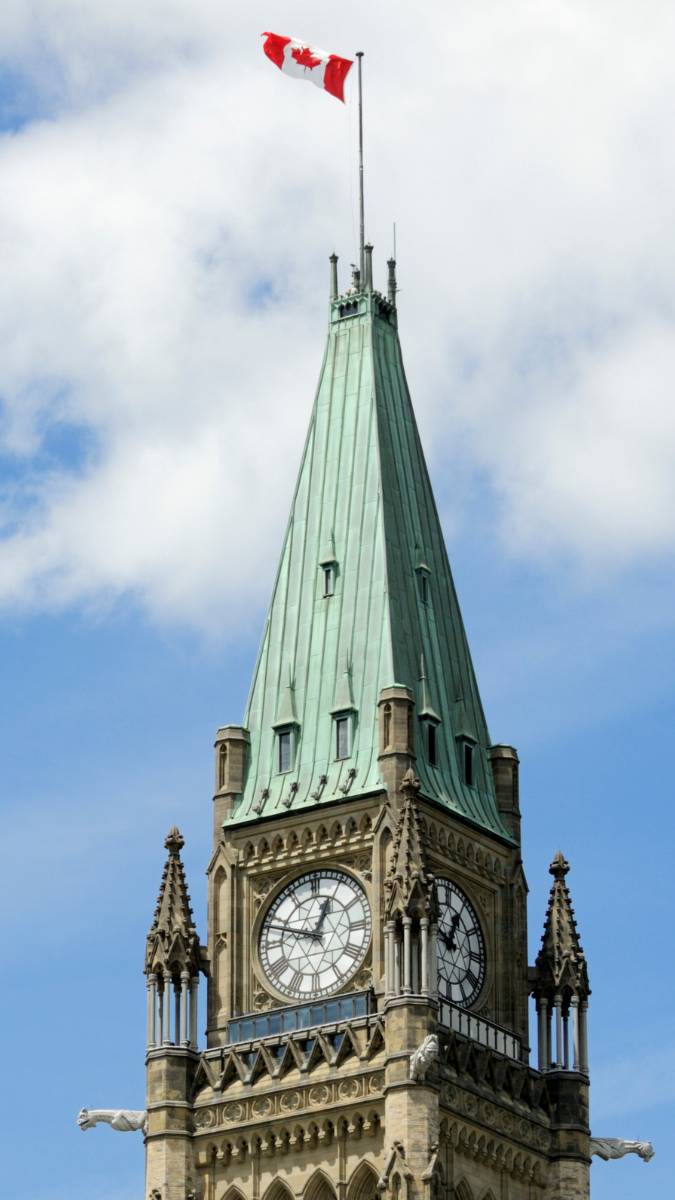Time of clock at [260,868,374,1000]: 12:48
